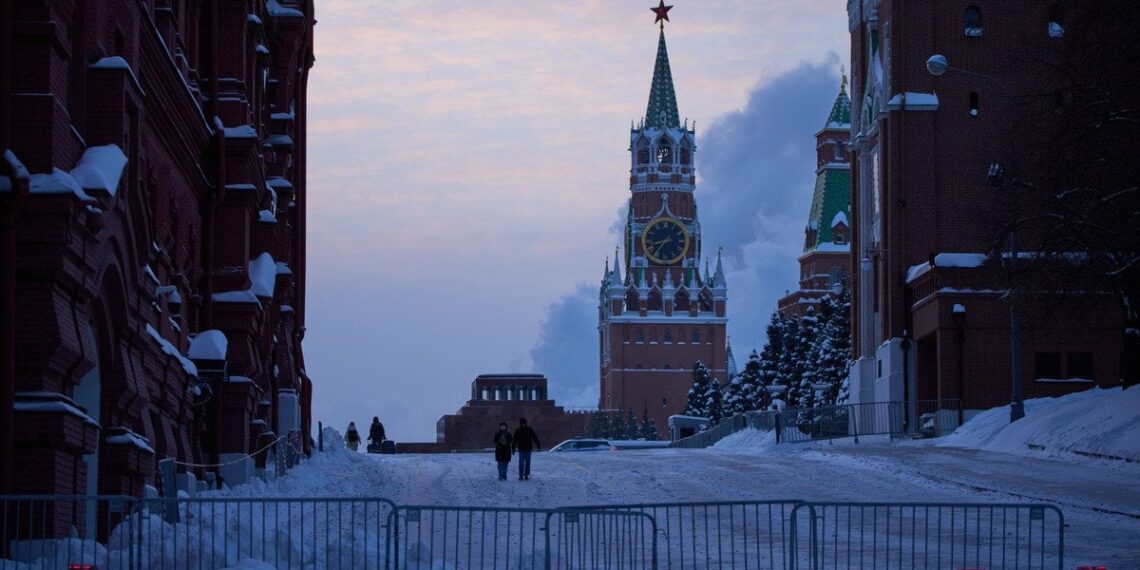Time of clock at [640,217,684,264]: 8:36
